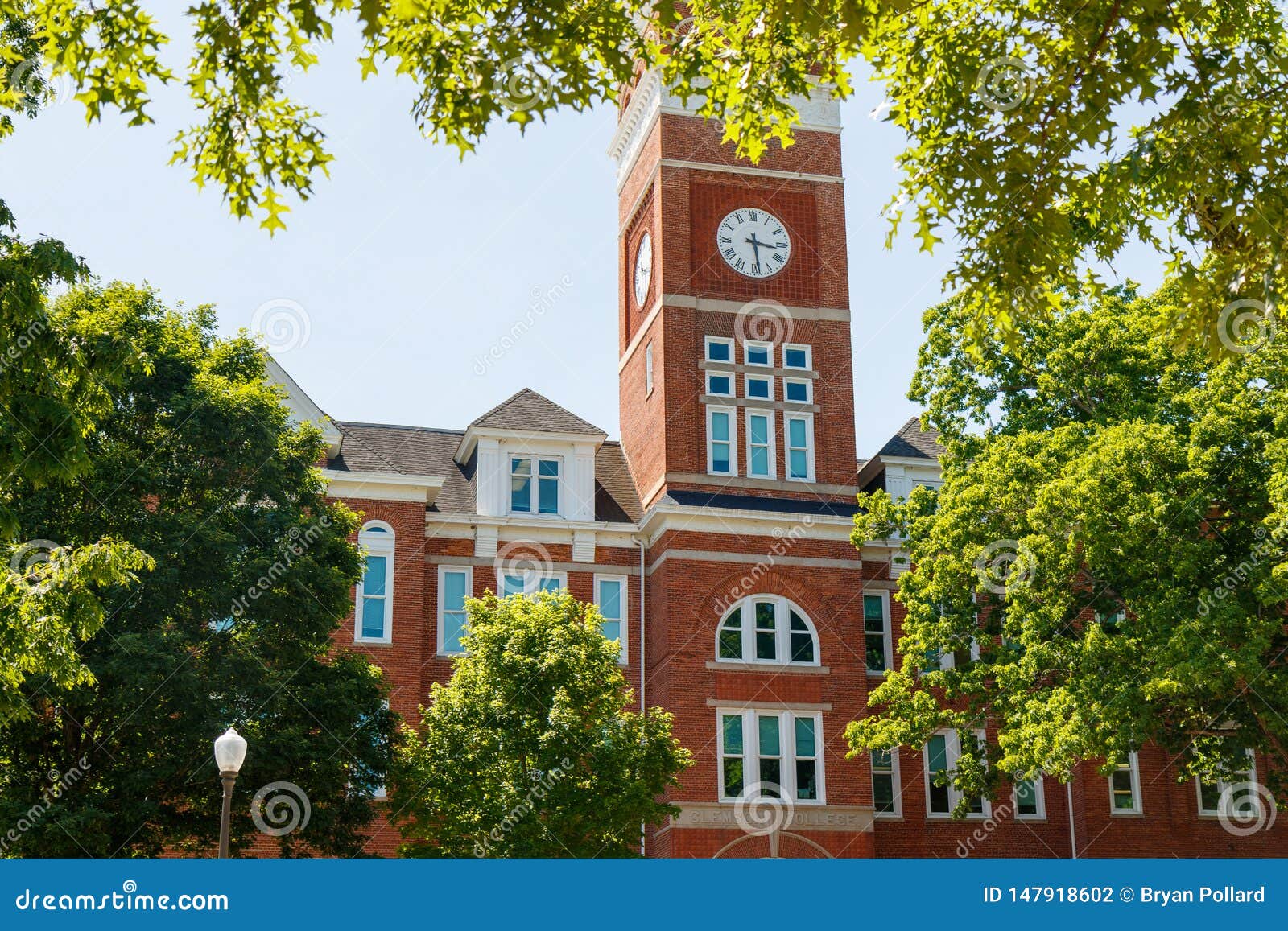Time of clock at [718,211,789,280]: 3:28
